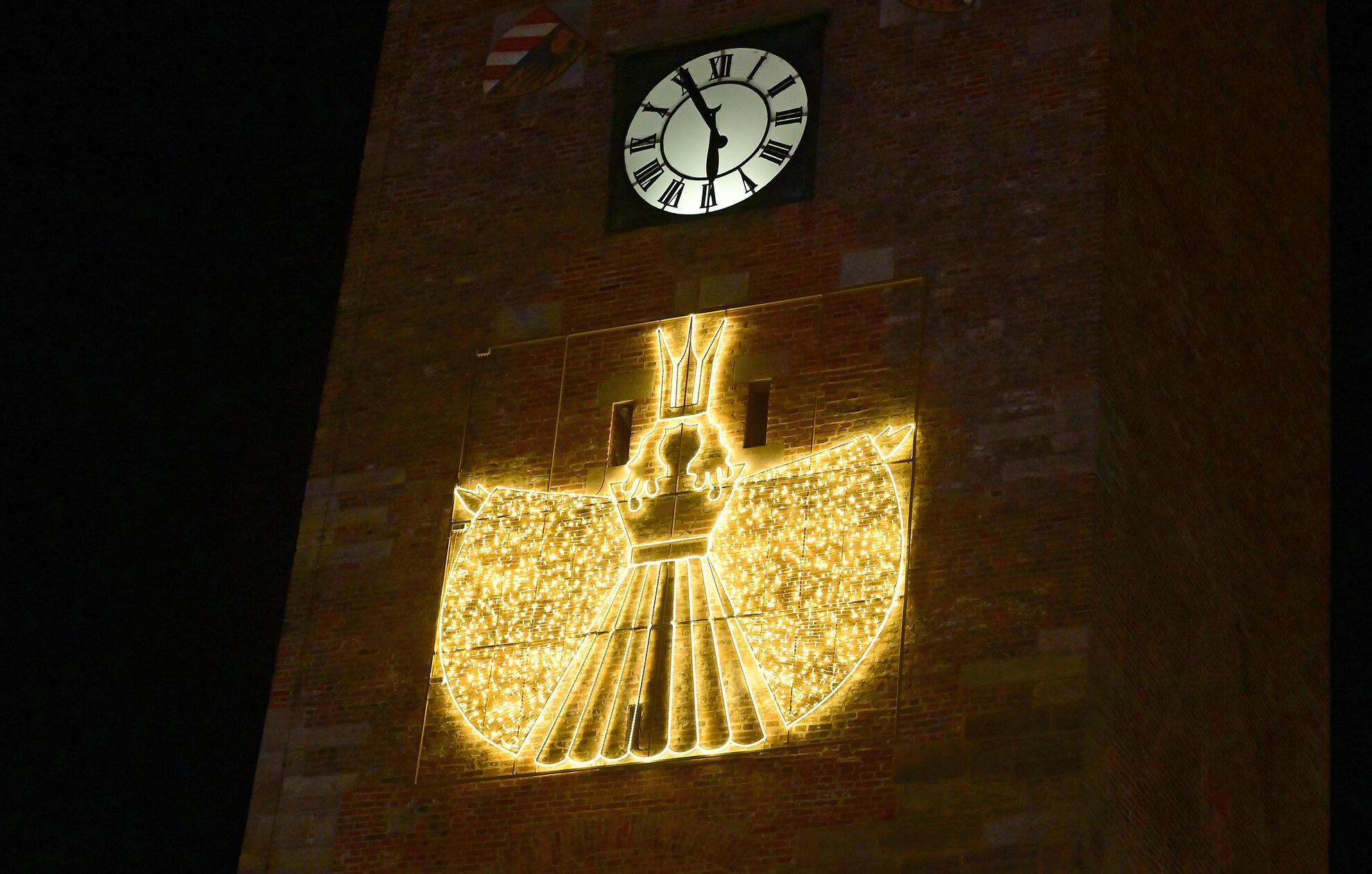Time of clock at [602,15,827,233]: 5:55
